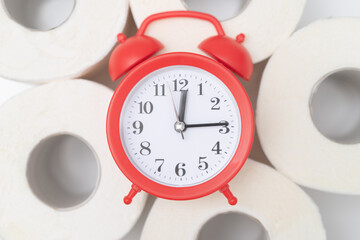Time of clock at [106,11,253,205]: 12:14
